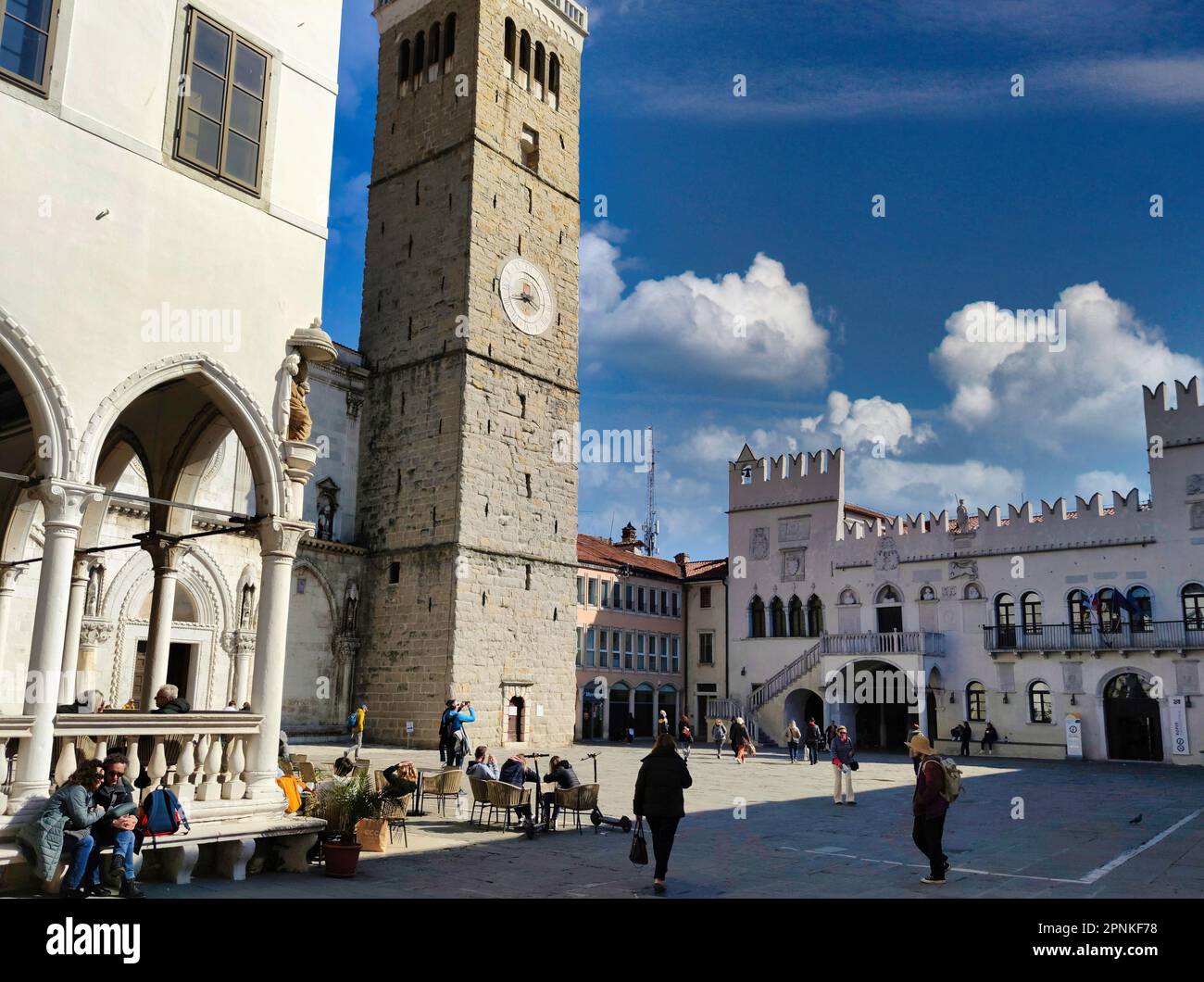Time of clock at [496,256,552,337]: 3:43
